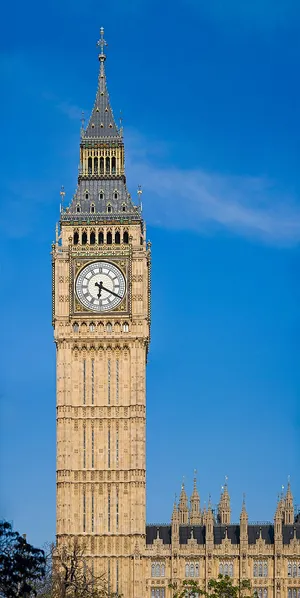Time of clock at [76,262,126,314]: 6:19
